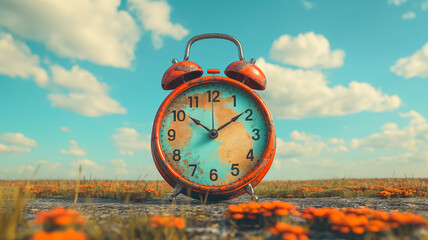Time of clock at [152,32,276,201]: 10:09
